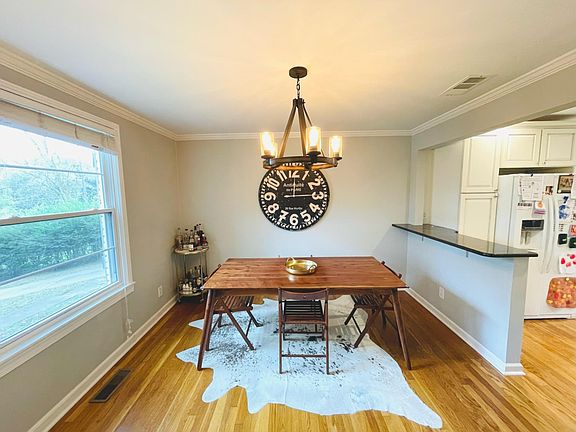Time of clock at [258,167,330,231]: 12:14
